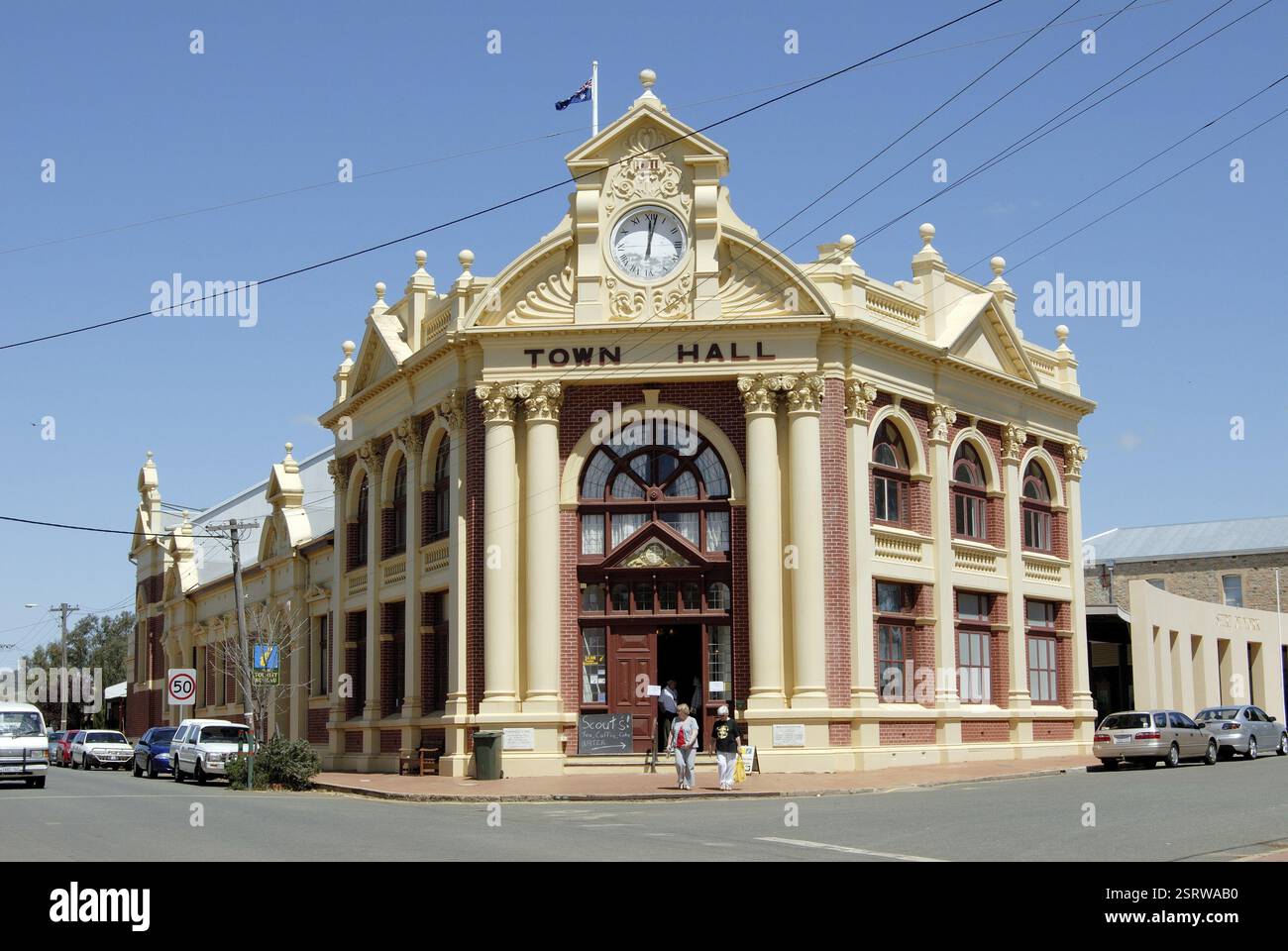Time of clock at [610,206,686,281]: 12:02
